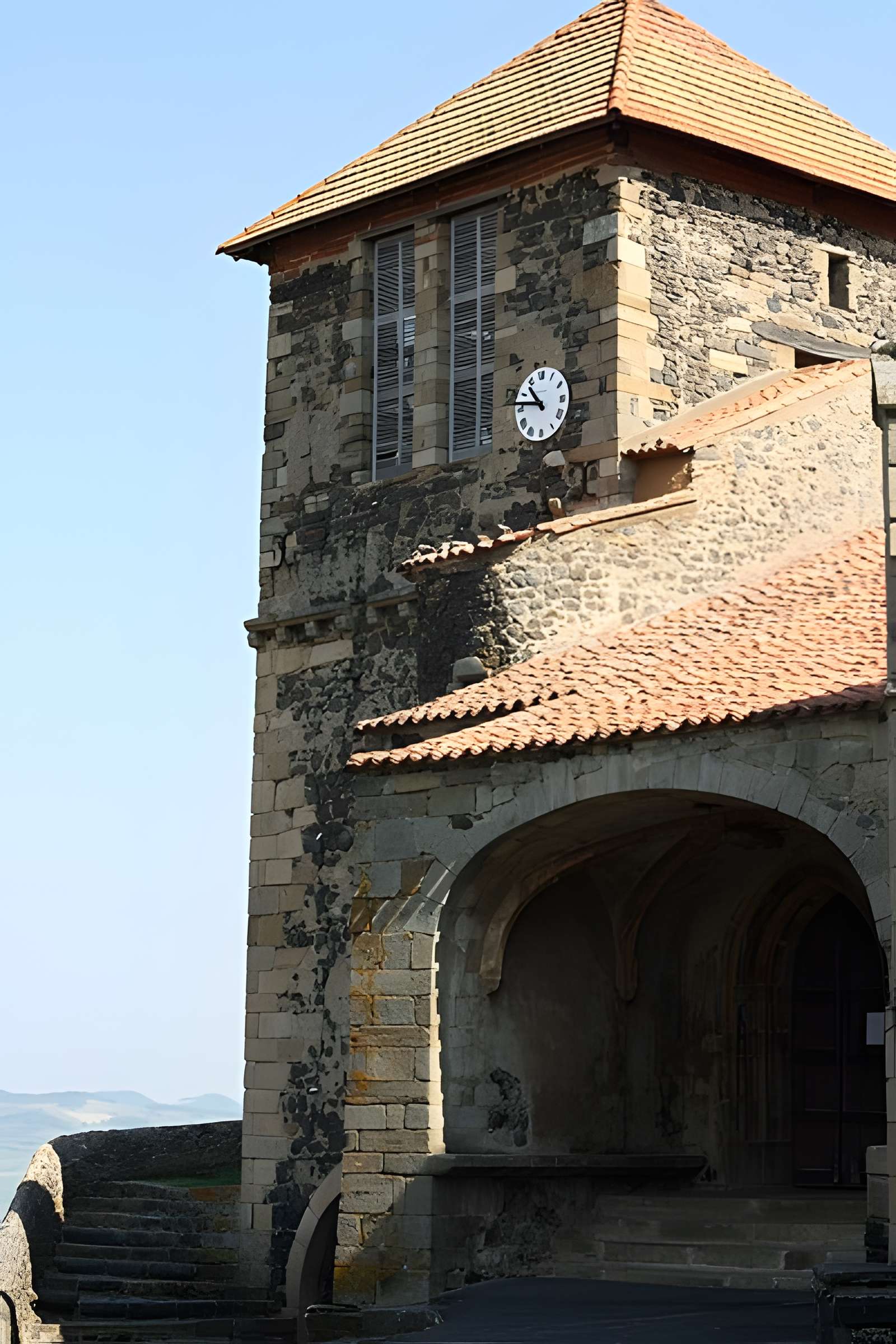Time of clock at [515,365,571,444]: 10:46
